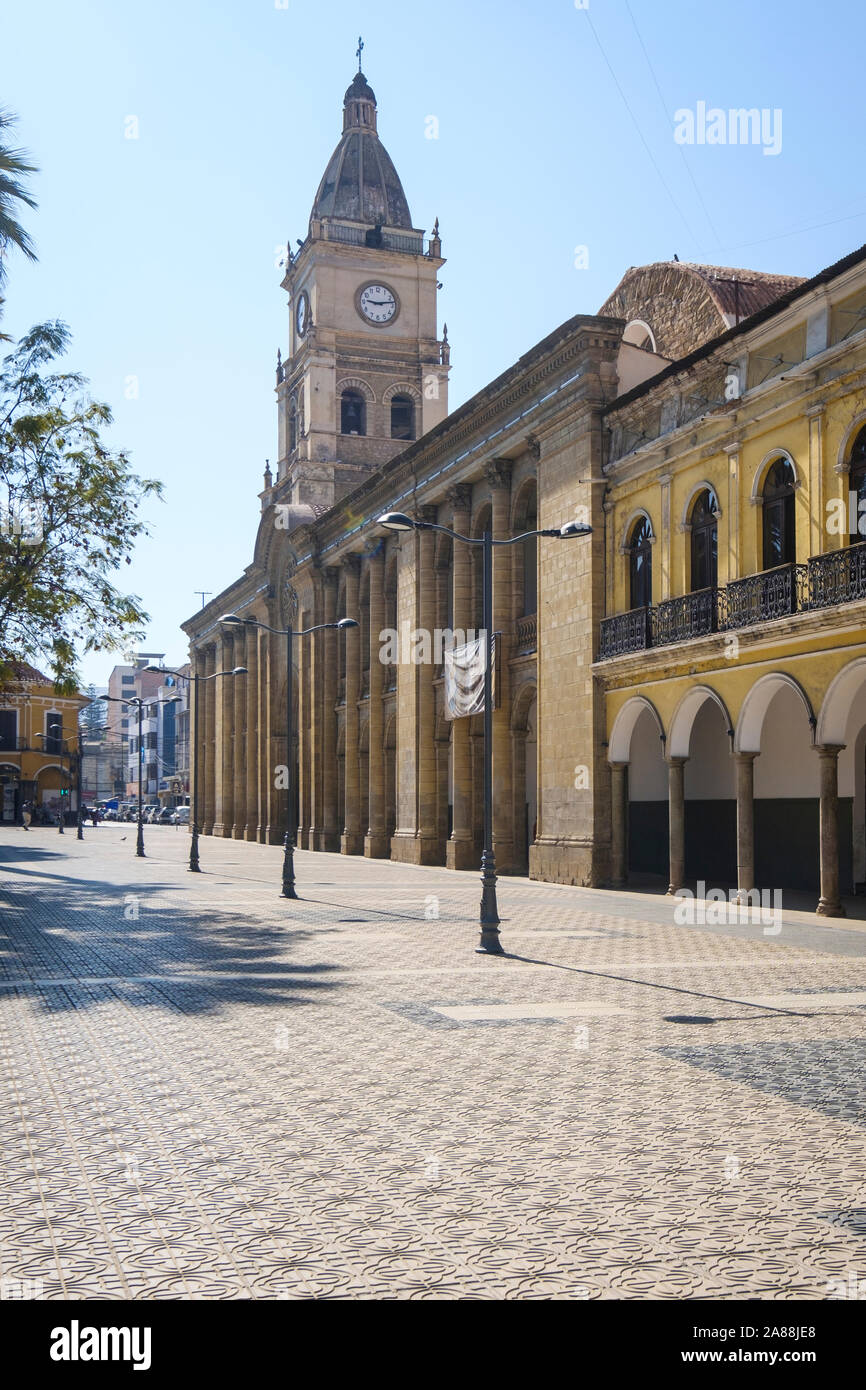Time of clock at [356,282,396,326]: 9:12
